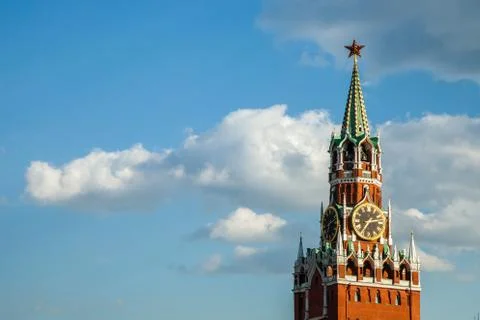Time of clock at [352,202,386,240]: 2:36
